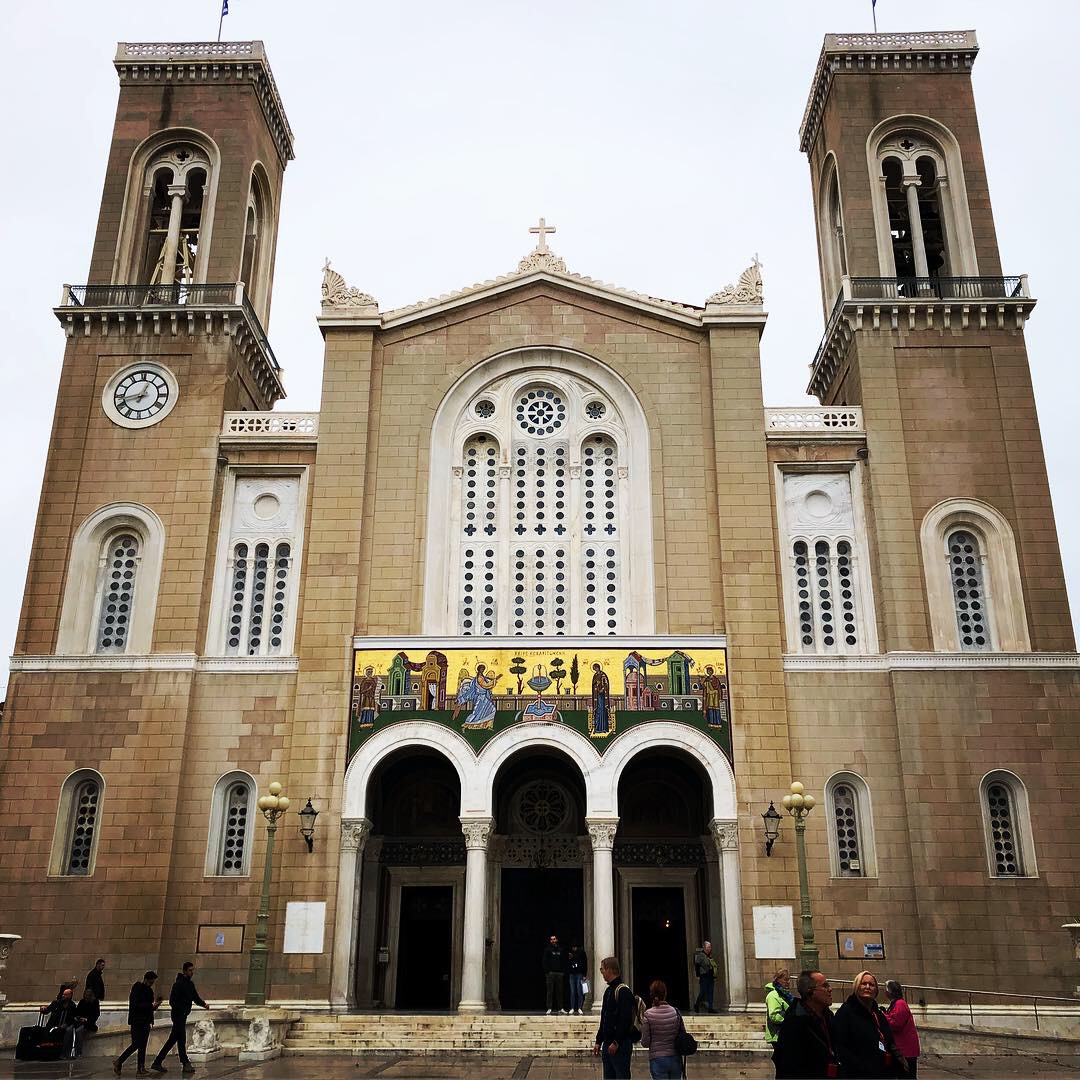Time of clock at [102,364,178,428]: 12:42
